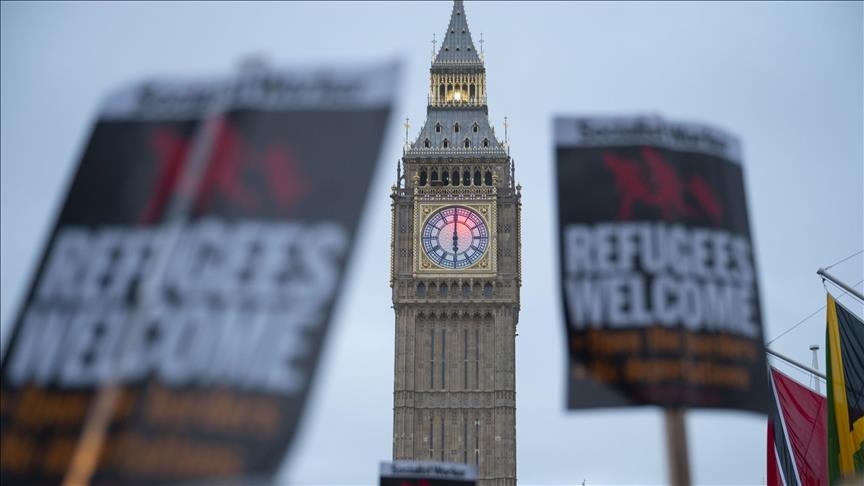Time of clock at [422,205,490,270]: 5:59
